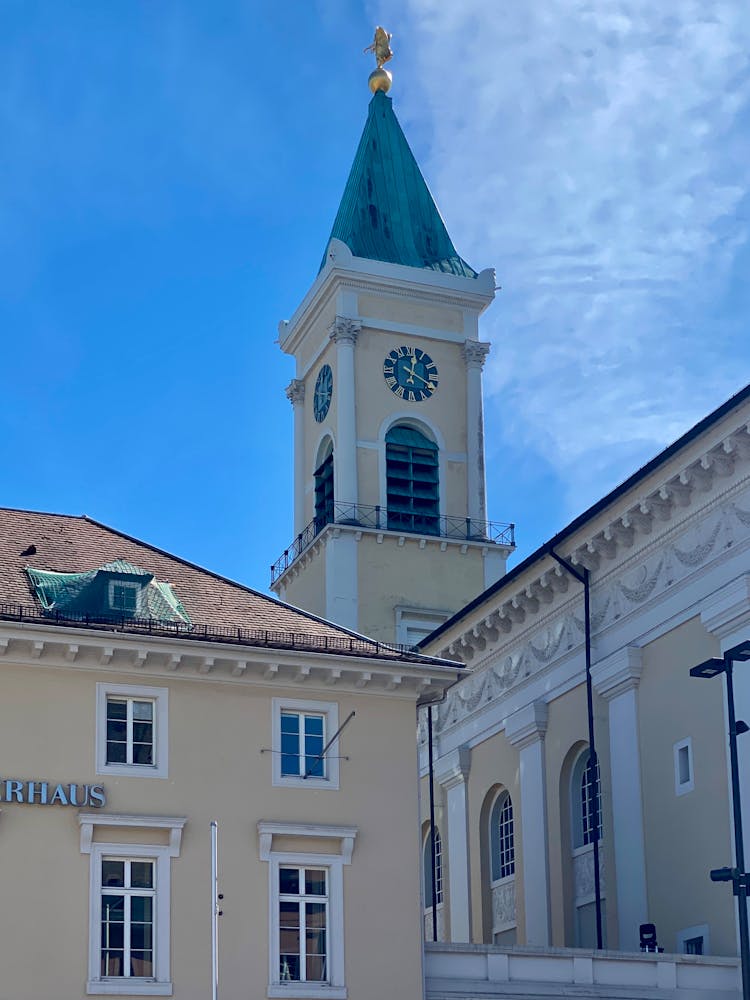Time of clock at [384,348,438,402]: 12:19
